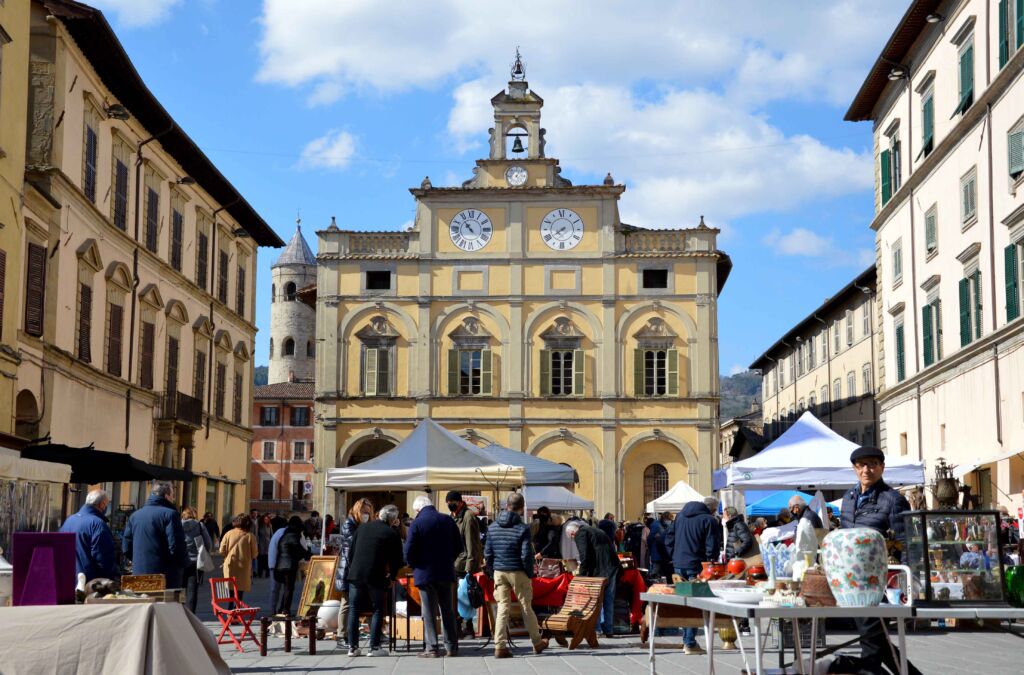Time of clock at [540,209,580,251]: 7:39
